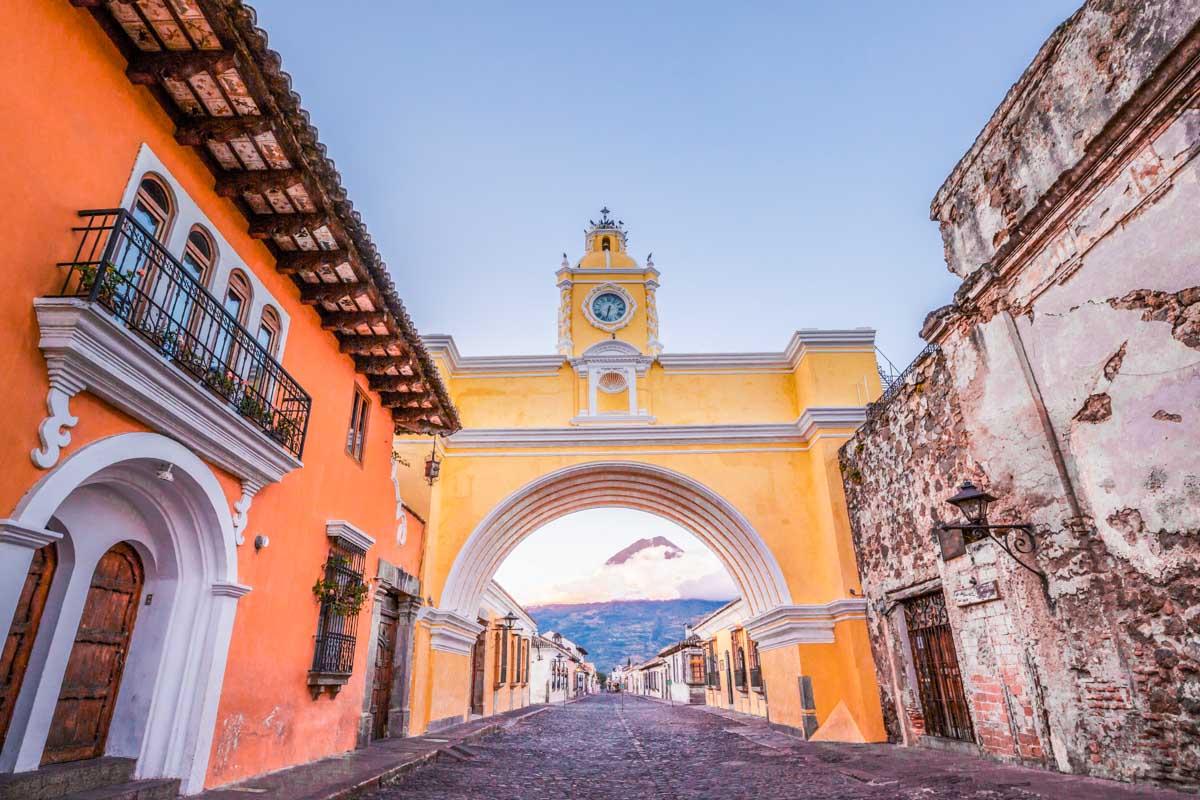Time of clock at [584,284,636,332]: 6:32
